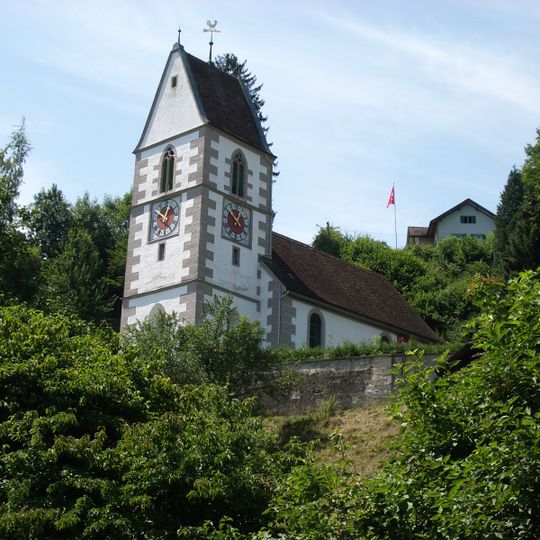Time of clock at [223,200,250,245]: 12:52
